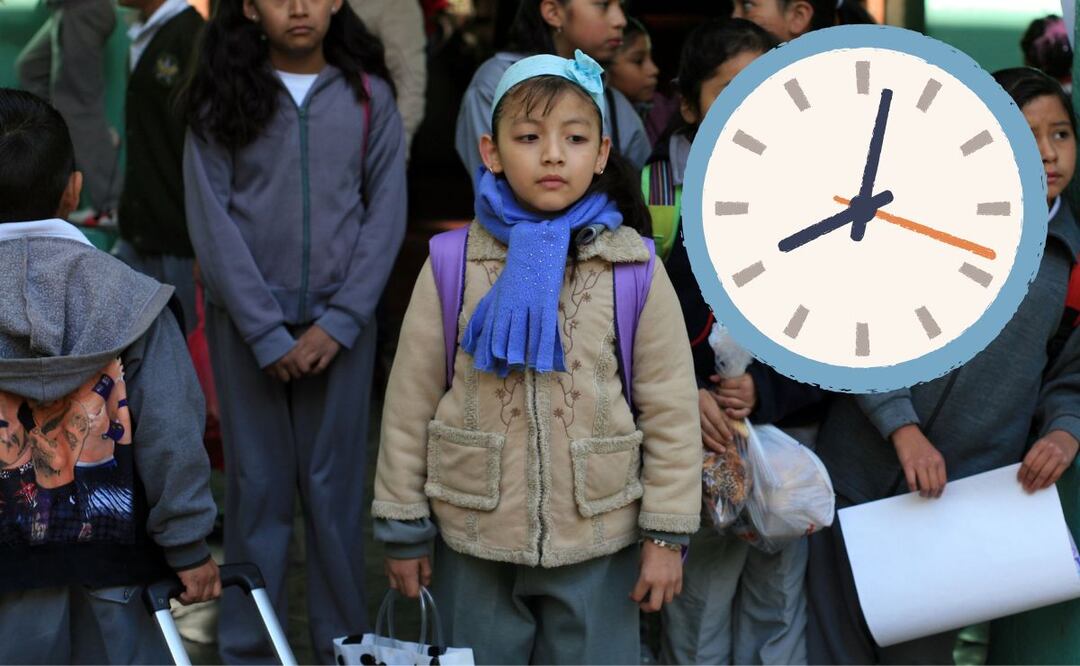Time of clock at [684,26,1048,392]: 8:01
